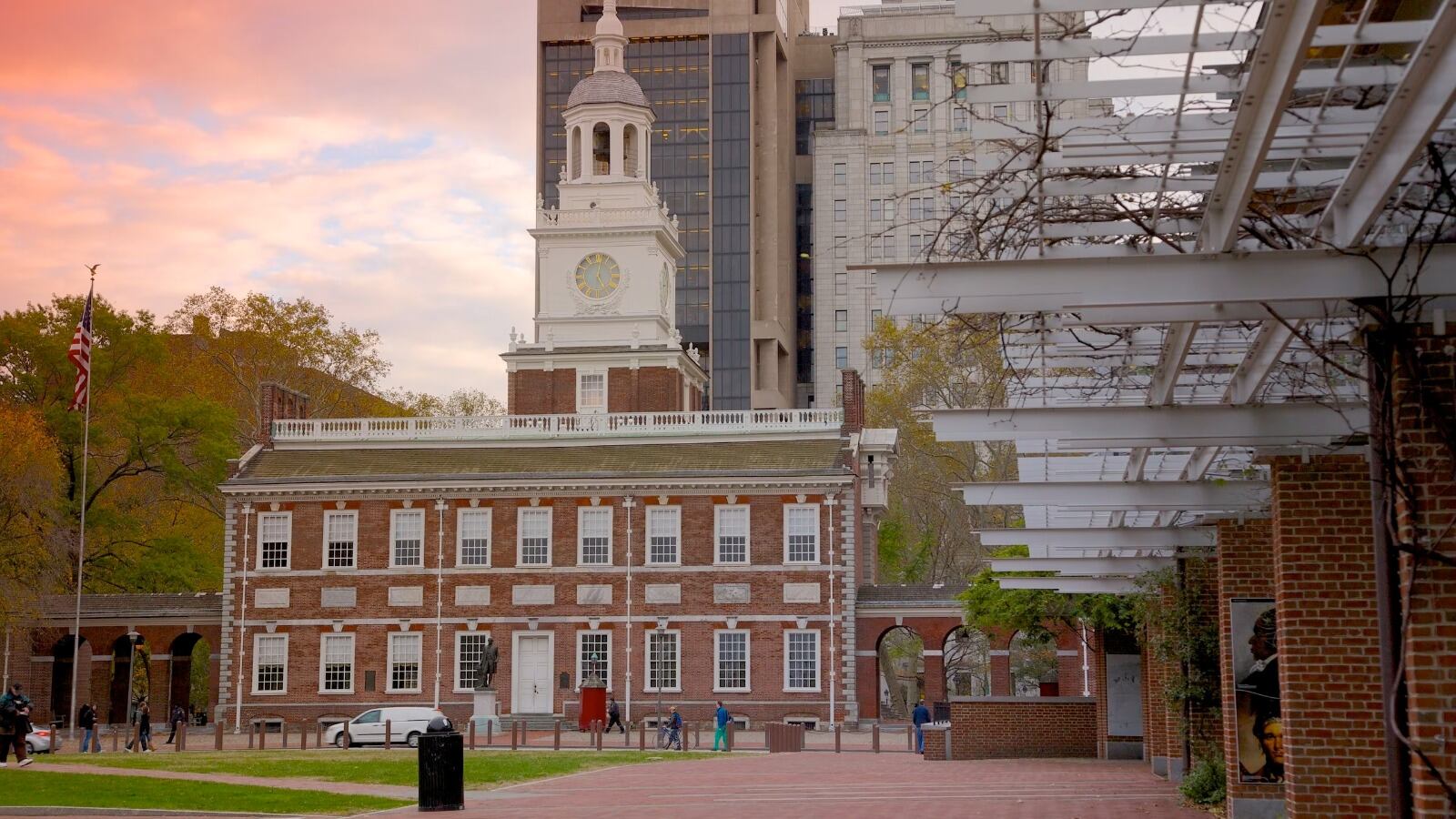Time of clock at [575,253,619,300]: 5:01
